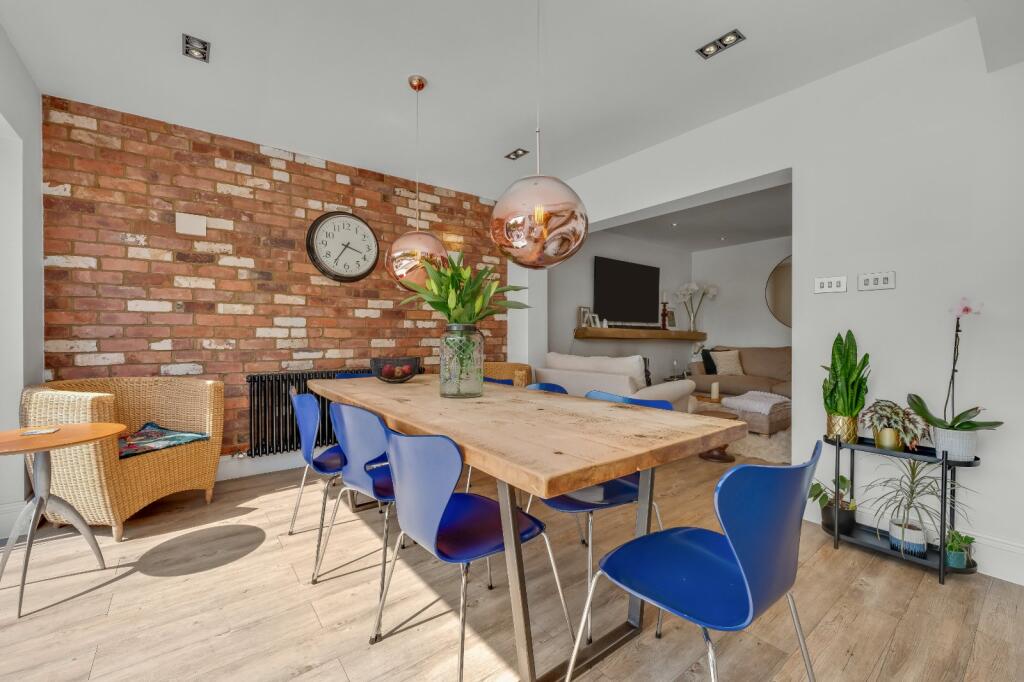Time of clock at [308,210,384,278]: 3:35
